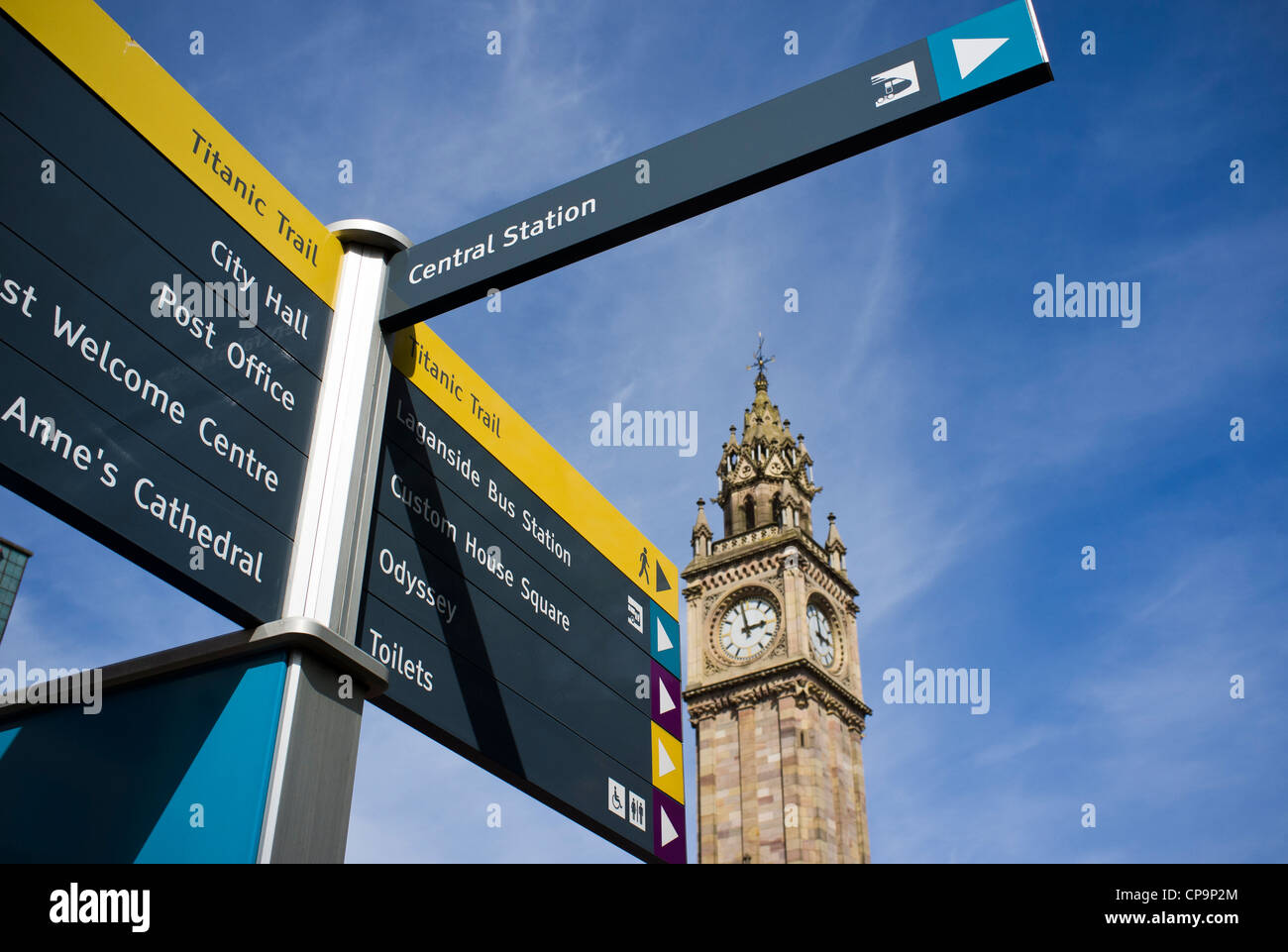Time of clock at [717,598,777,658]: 2:58
